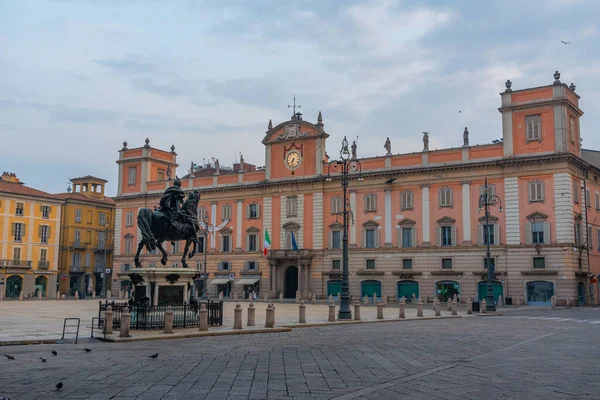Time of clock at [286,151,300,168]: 7:32
